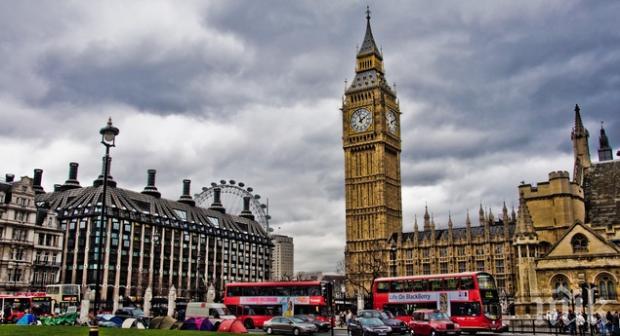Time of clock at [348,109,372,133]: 1:57
